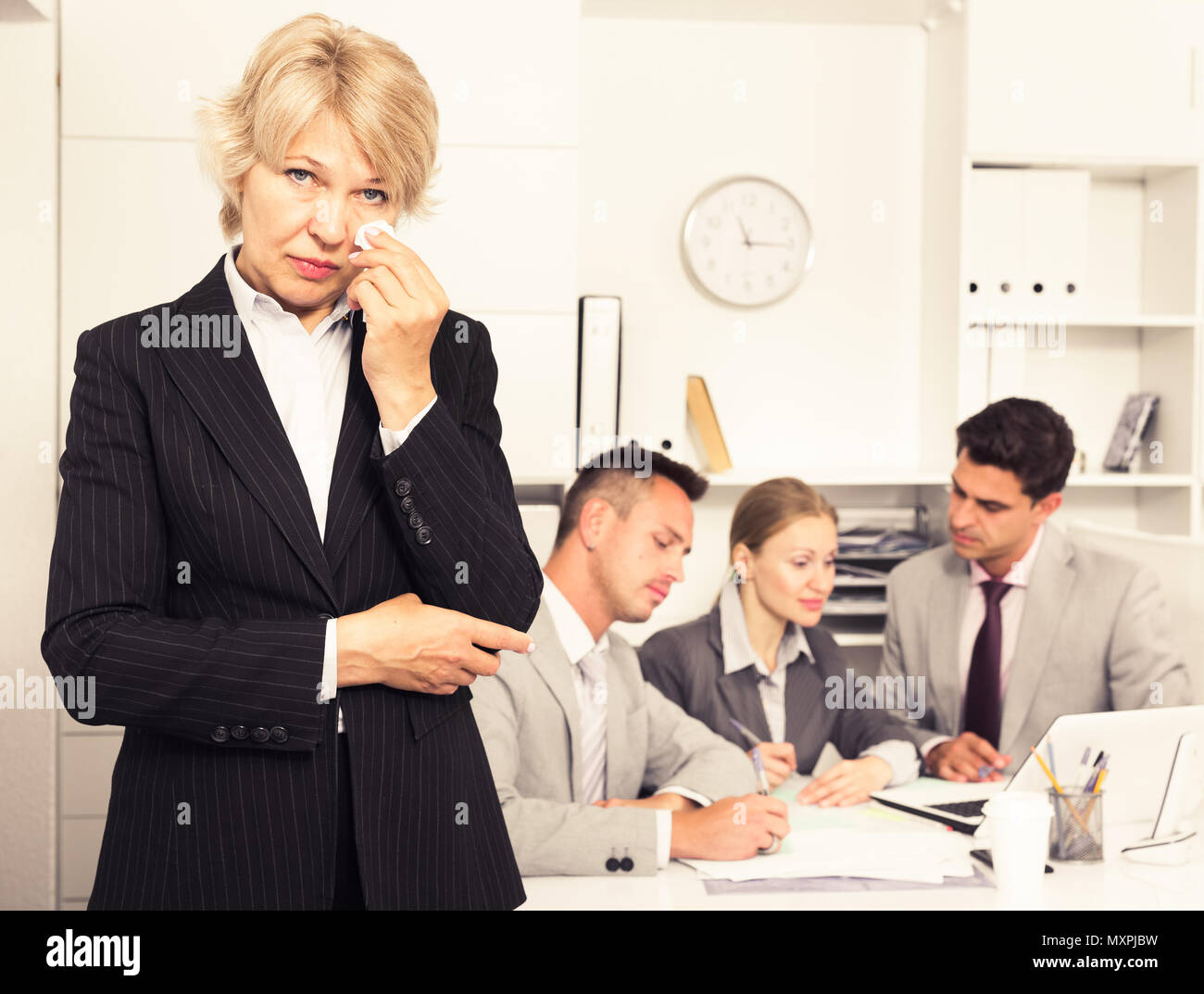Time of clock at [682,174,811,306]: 11:15
